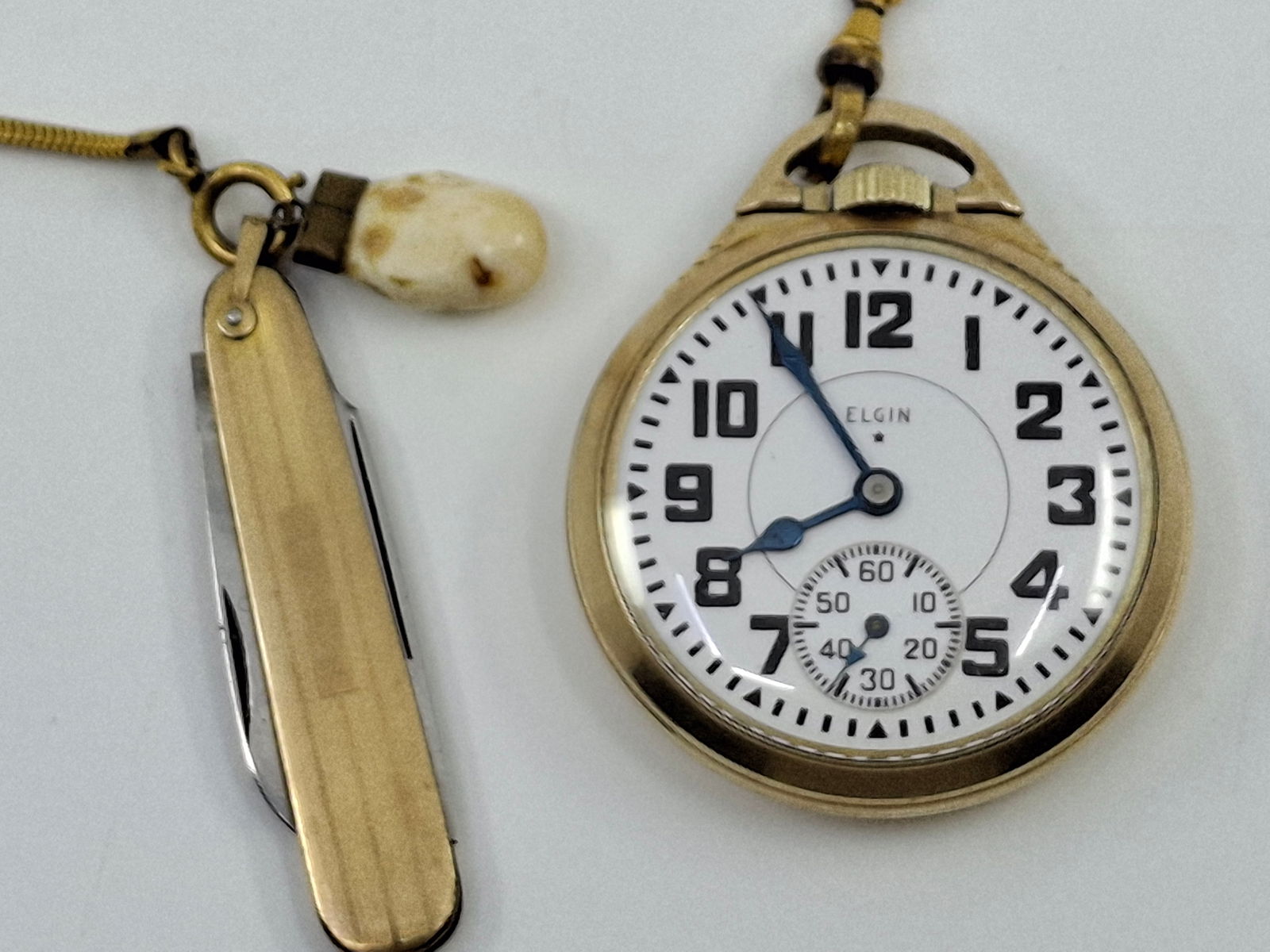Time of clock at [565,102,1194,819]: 7:54
